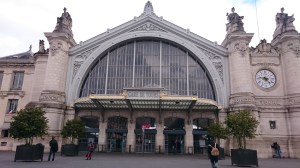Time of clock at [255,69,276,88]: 4:46
